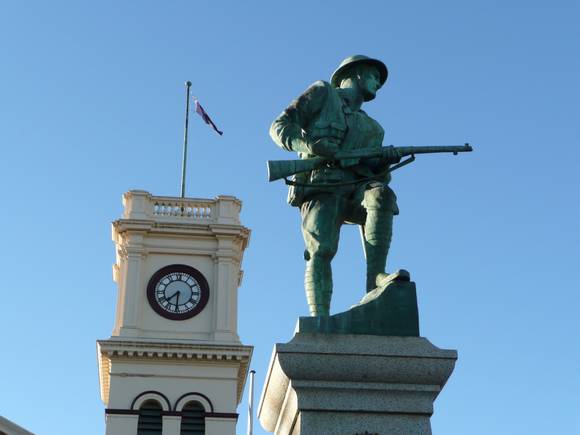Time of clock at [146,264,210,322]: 7:30
